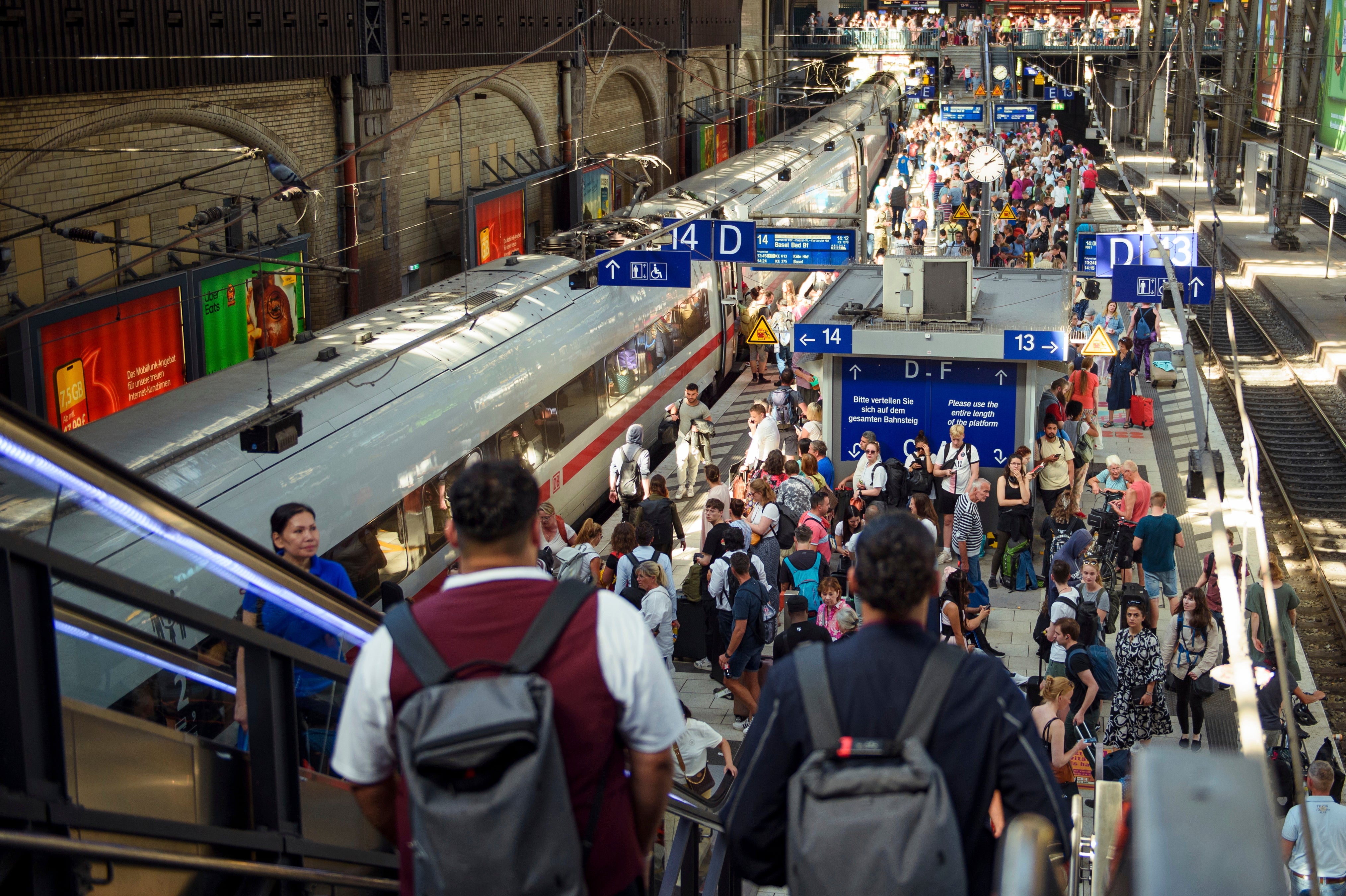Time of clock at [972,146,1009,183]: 2:08
